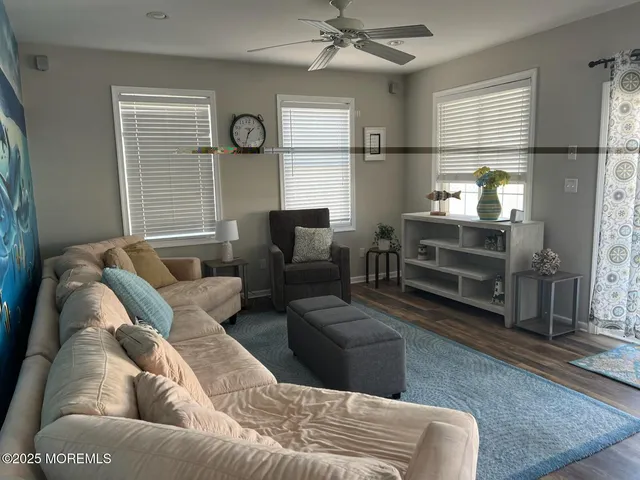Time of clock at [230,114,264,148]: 1:33
